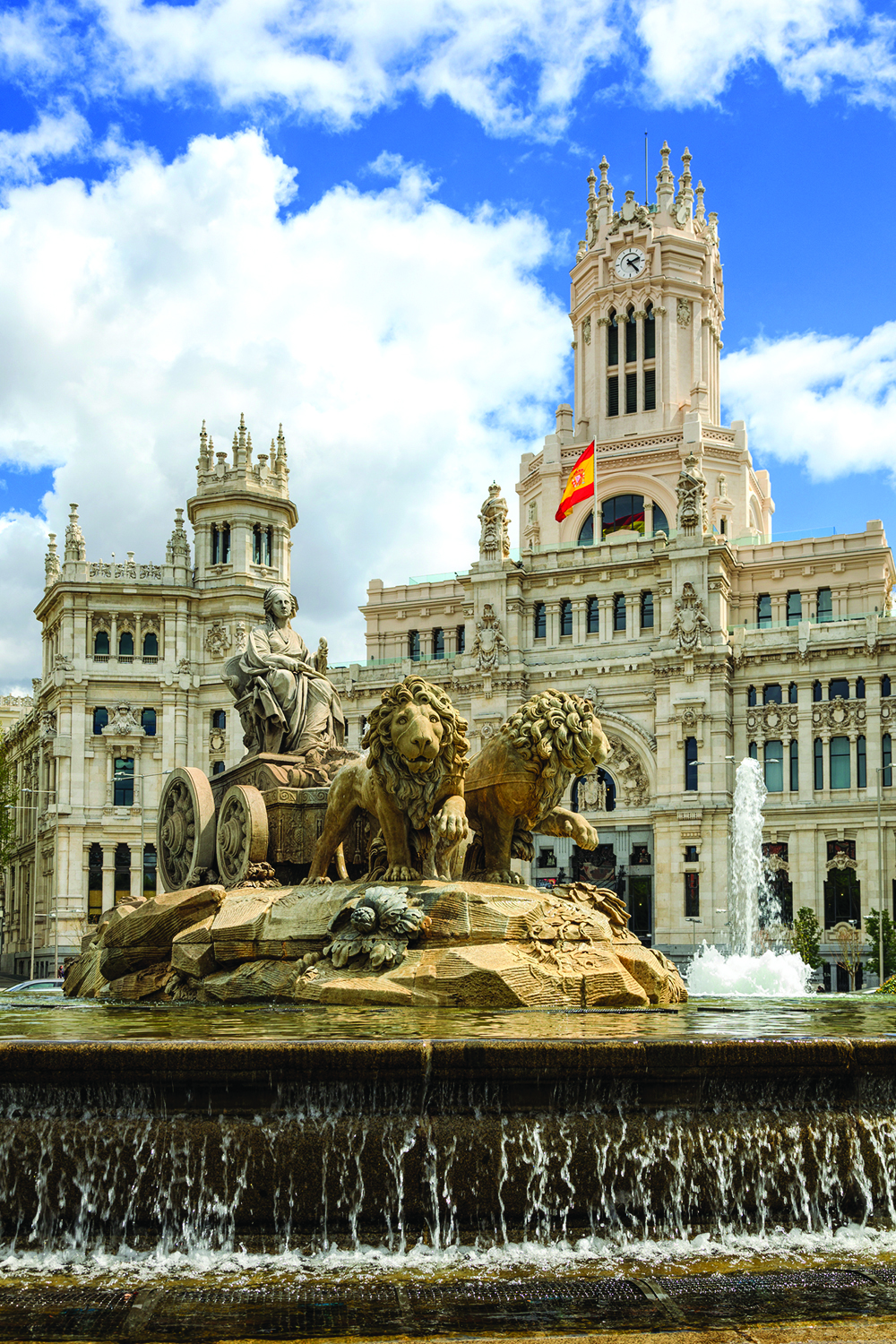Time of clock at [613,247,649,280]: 2:23
